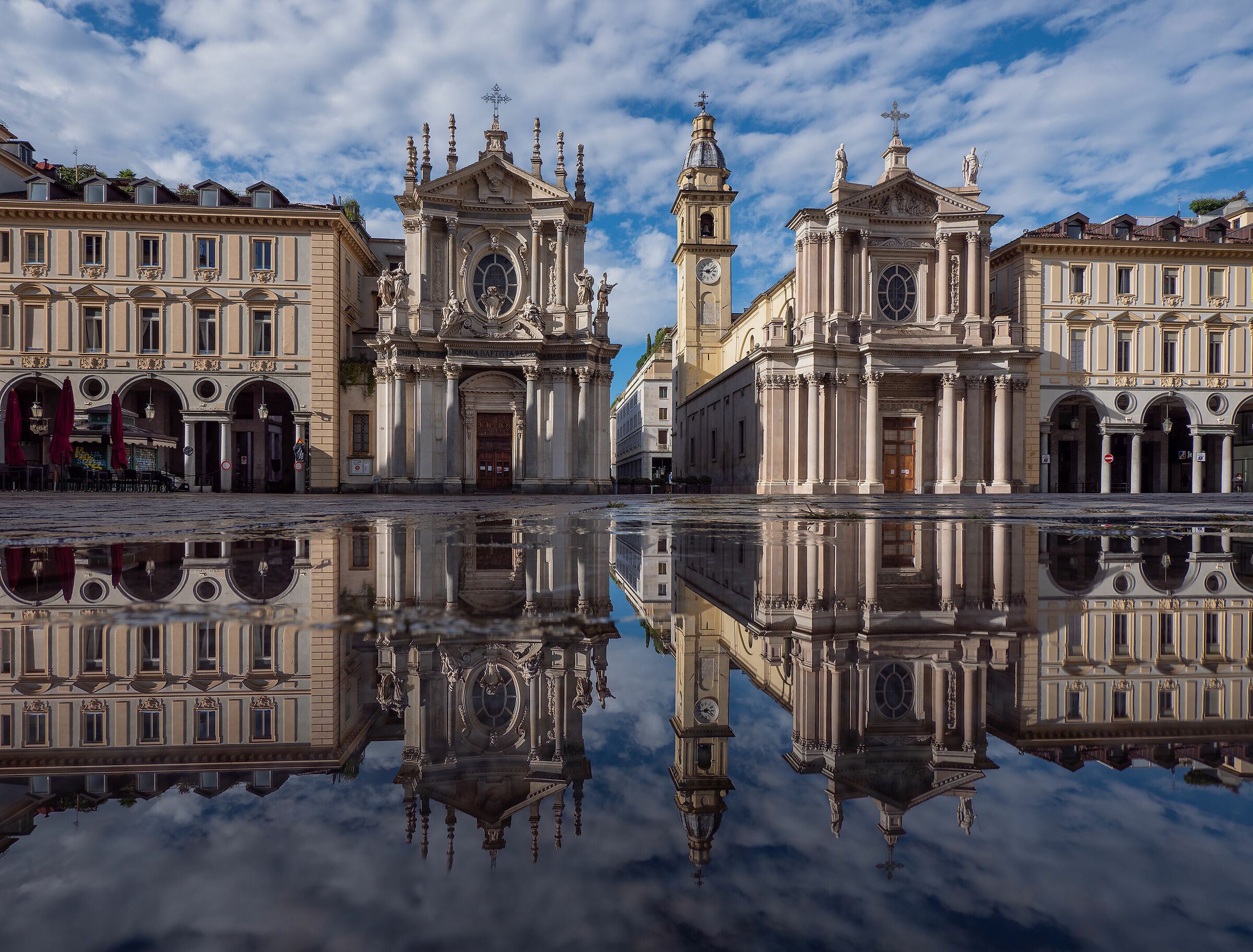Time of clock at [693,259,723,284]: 9:08
